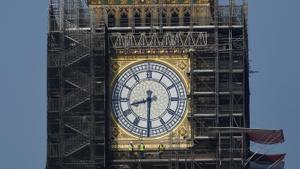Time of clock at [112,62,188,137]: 8:30
